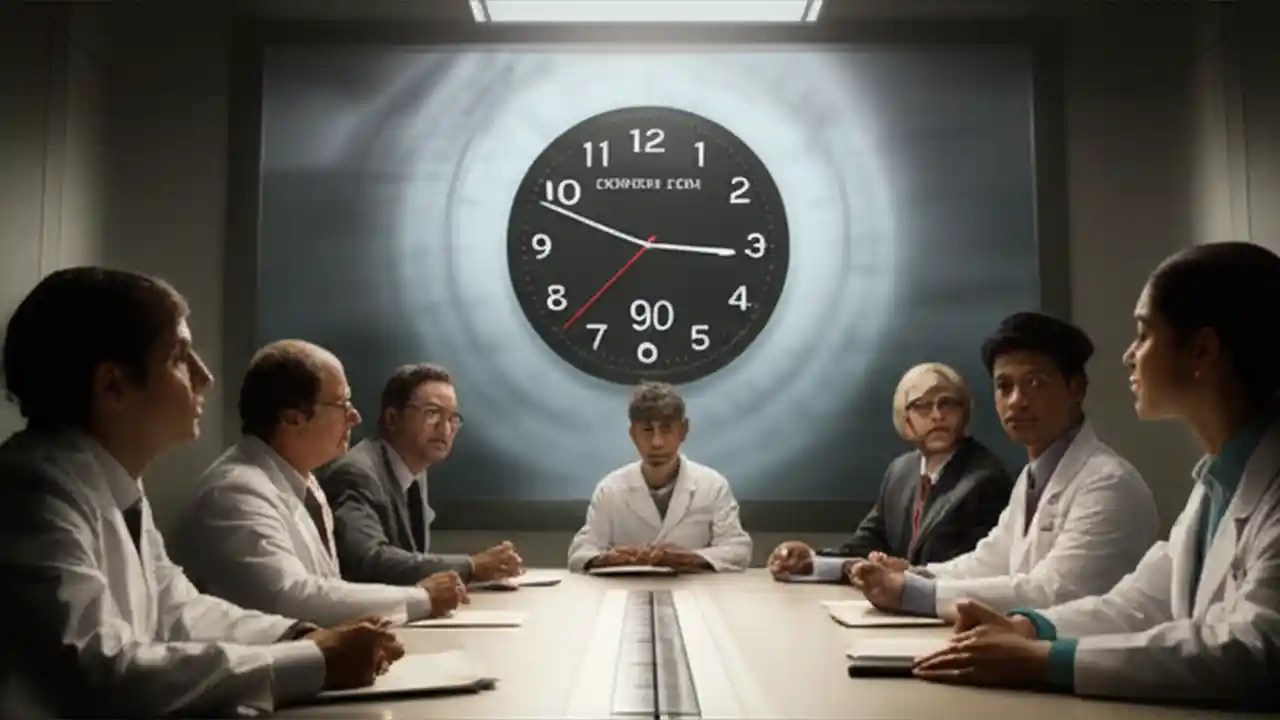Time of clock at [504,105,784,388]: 3:15
